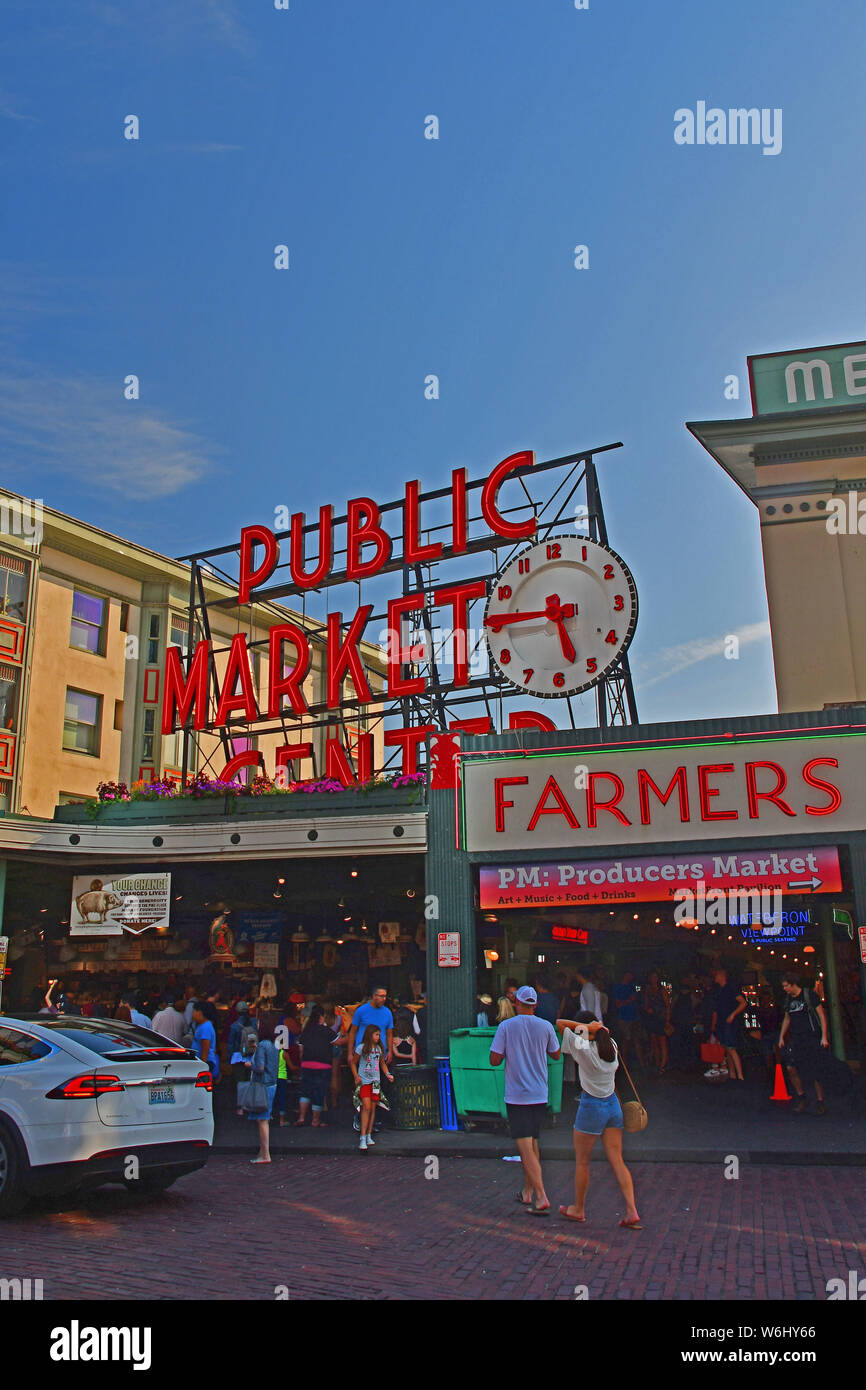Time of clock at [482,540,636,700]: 5:44
